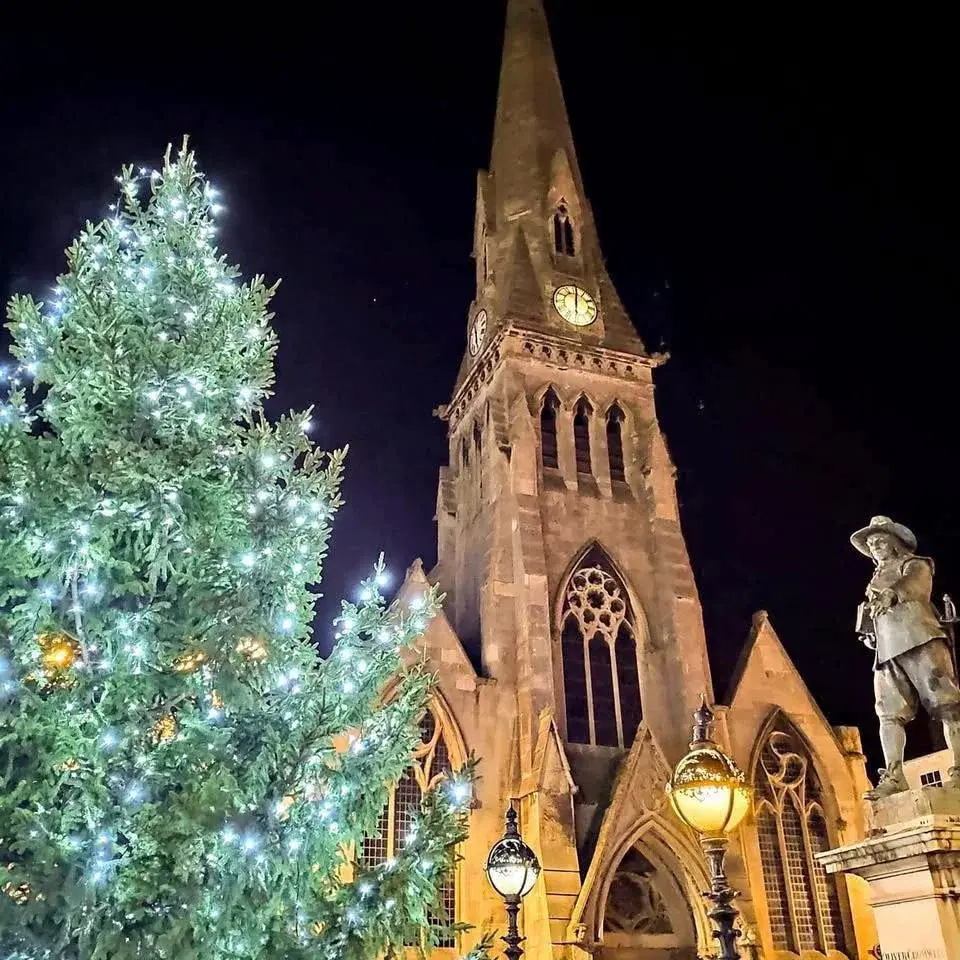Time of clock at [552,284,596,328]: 6:00
